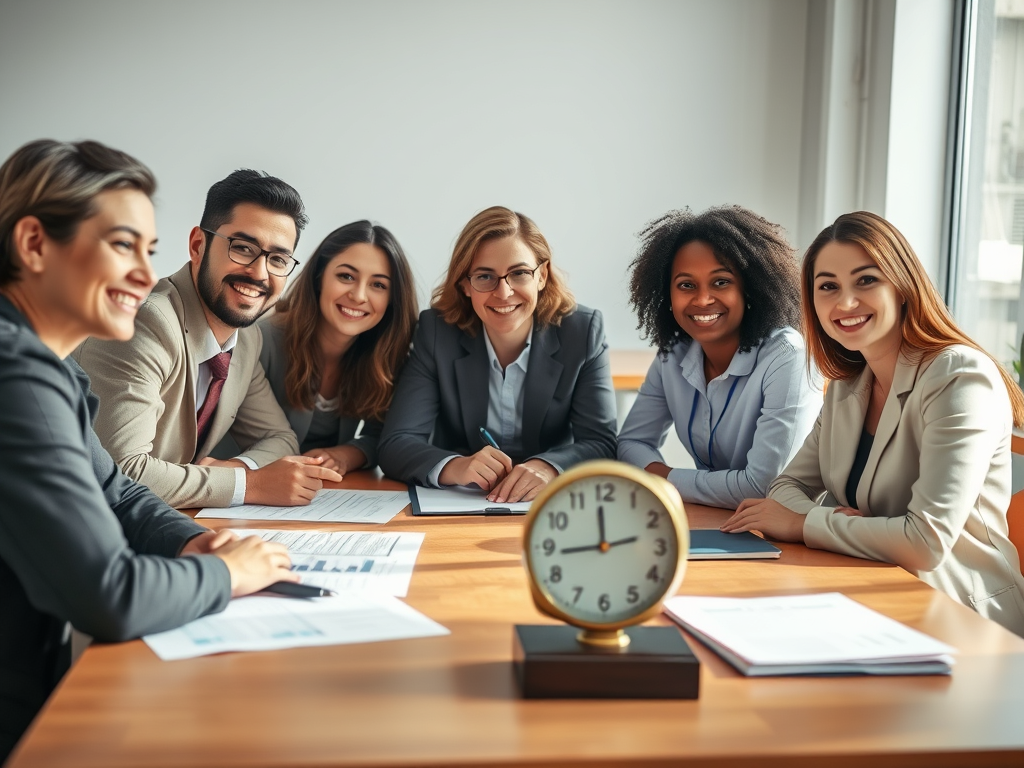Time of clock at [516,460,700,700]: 11:43
